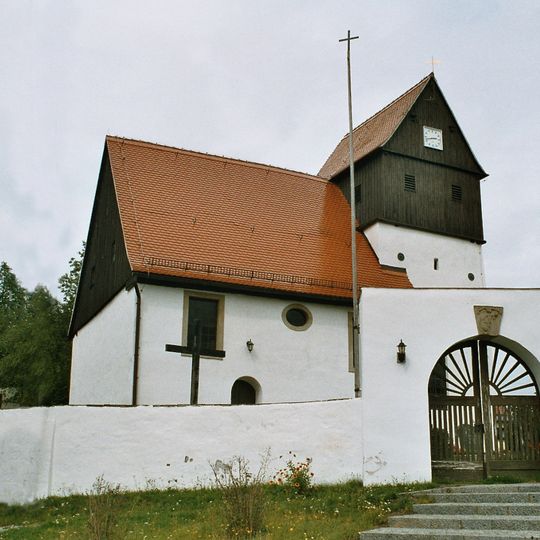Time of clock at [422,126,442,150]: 2:42
